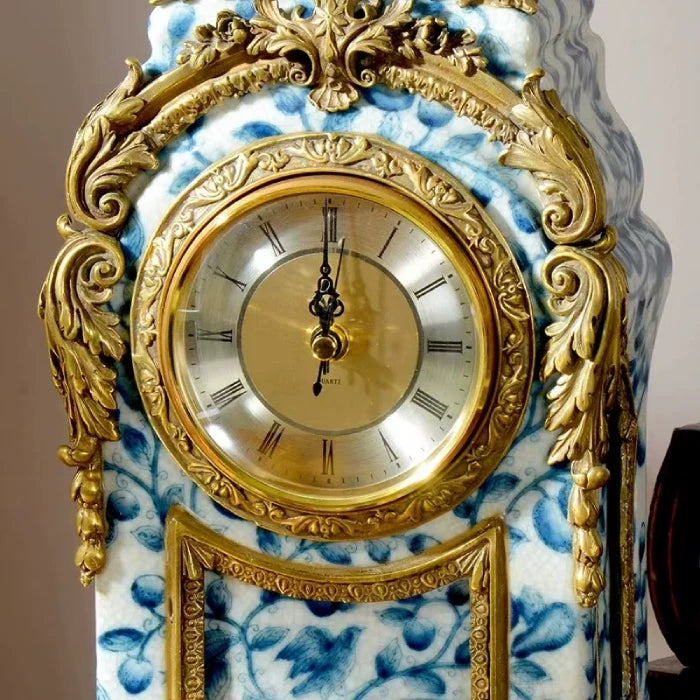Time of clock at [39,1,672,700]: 12:00
